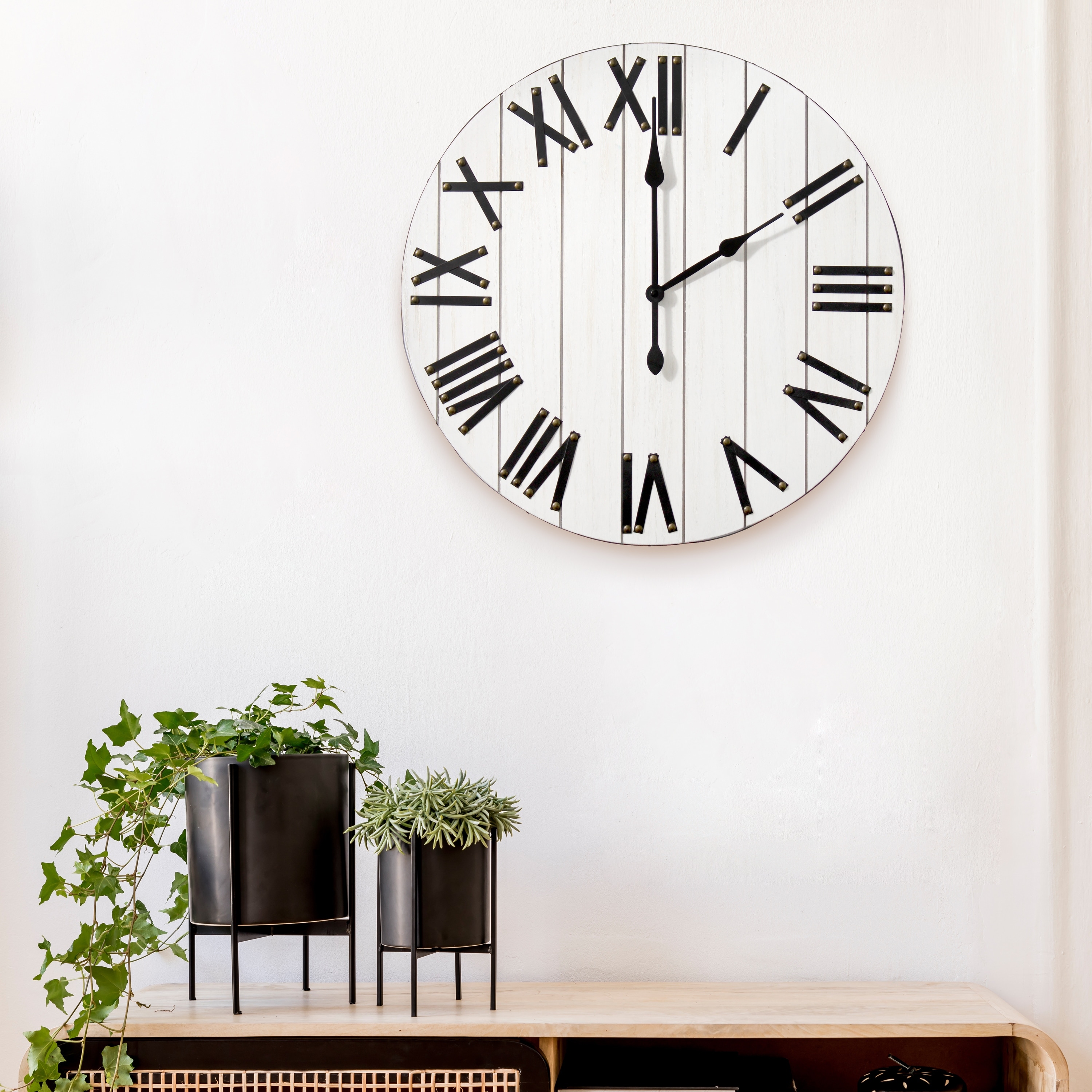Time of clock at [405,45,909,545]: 2:00
